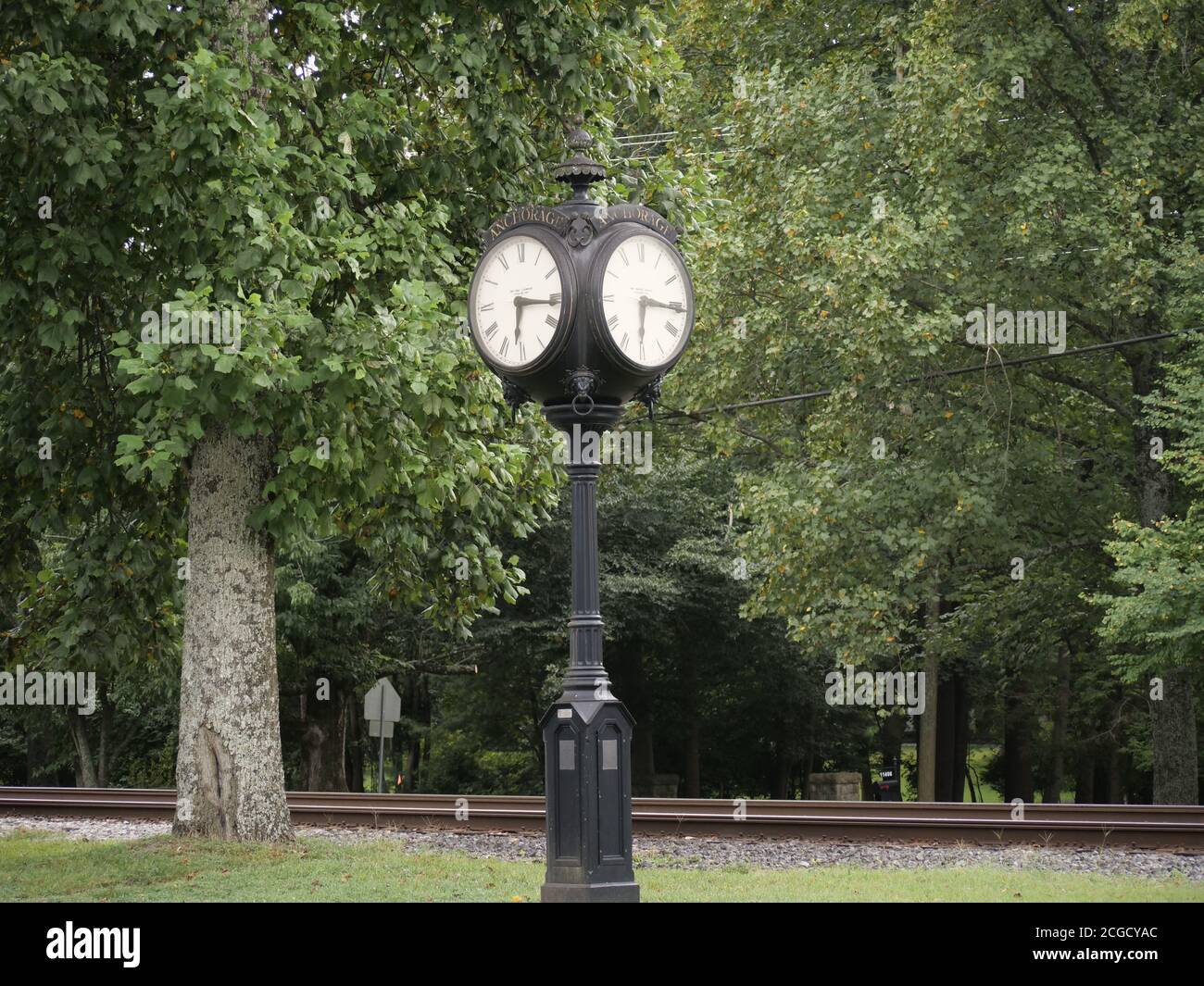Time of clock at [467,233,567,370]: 6:16
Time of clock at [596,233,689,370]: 6:15
